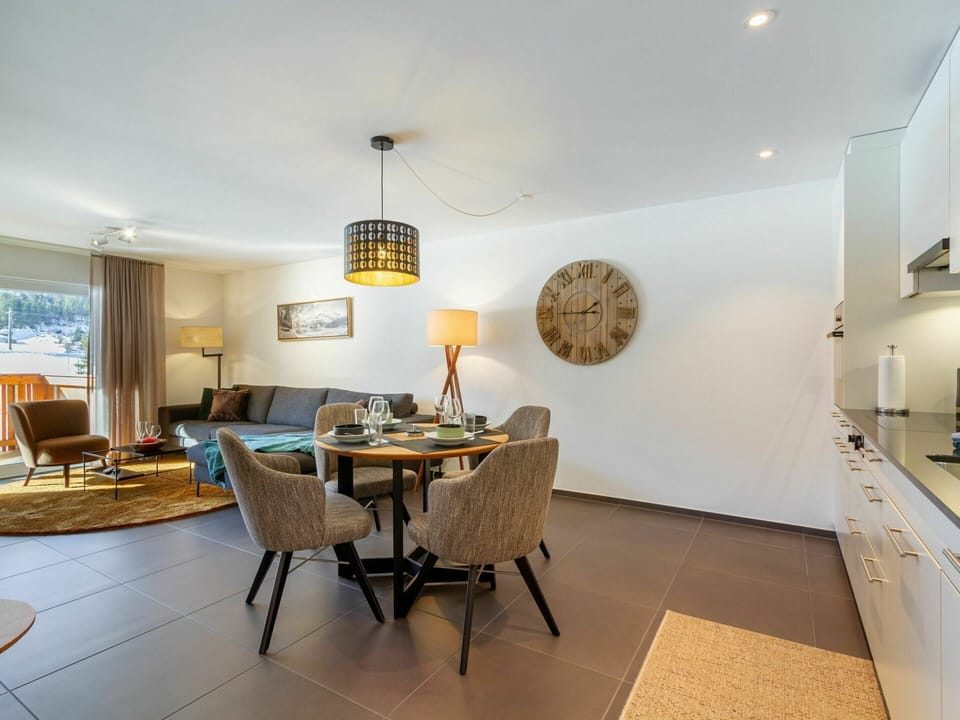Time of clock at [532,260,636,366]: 1:45
